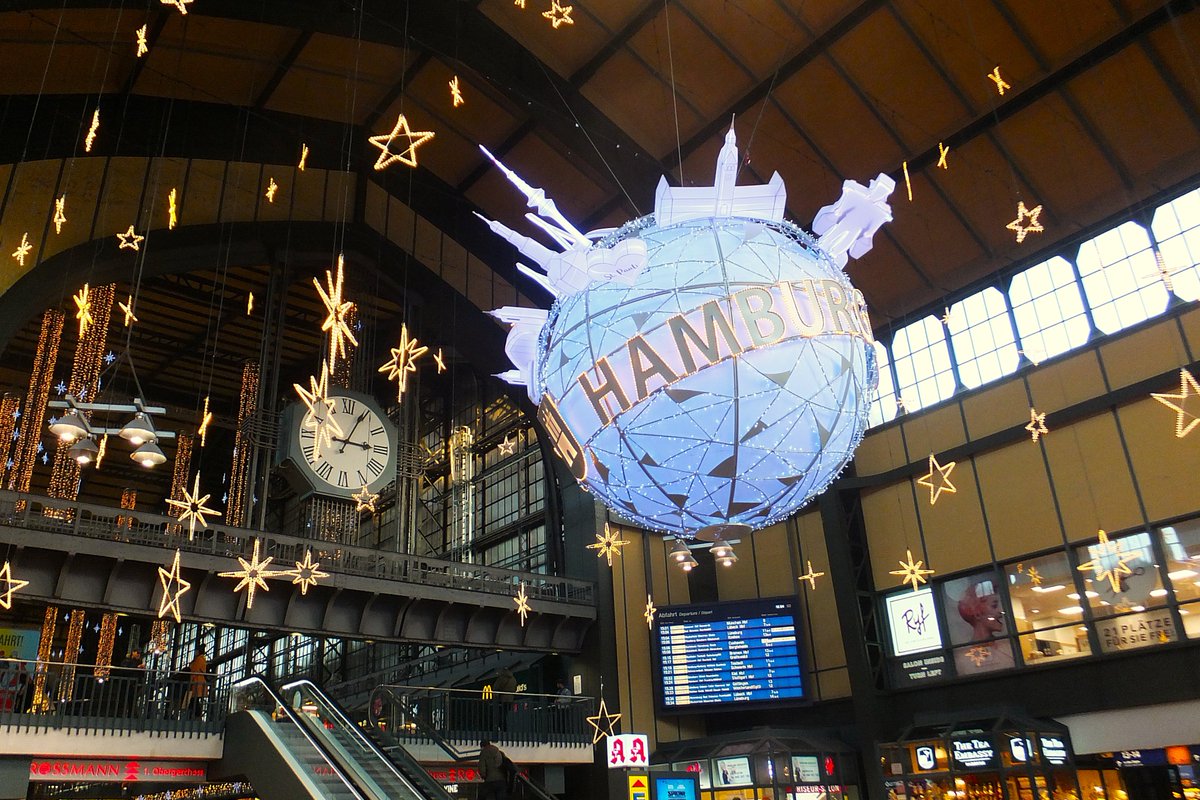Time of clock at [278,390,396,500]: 3:04
